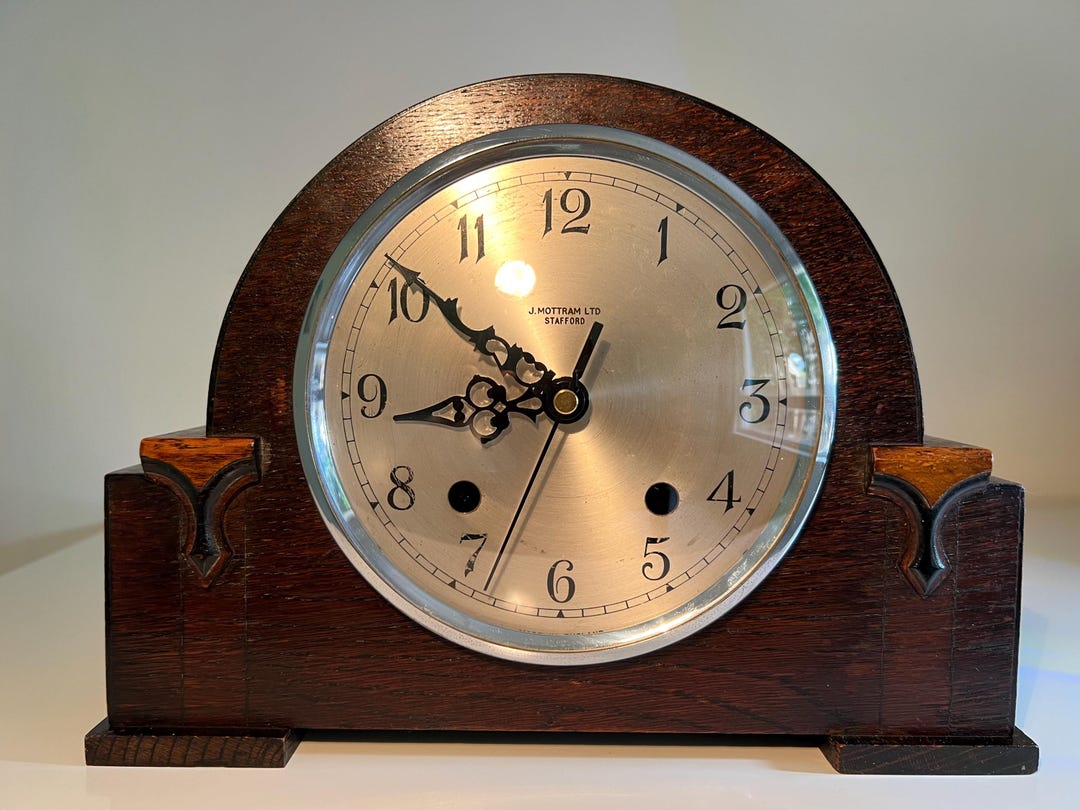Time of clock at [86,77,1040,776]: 8:51
